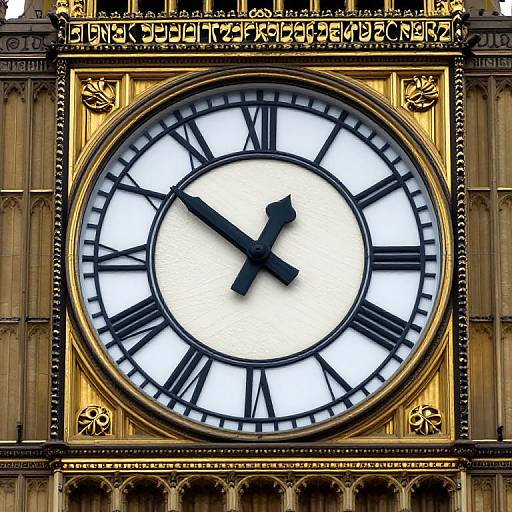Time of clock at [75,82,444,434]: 12:51
